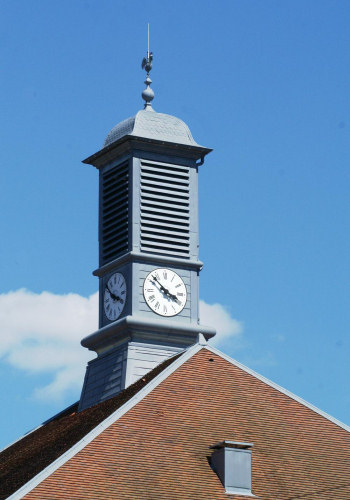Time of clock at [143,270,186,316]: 3:52
